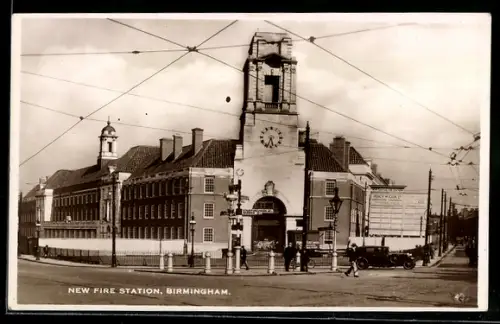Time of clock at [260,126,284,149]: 5:33
